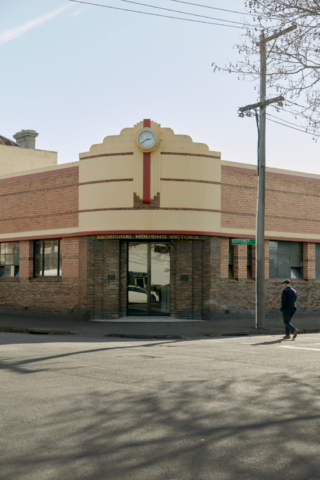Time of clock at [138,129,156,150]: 2:39
